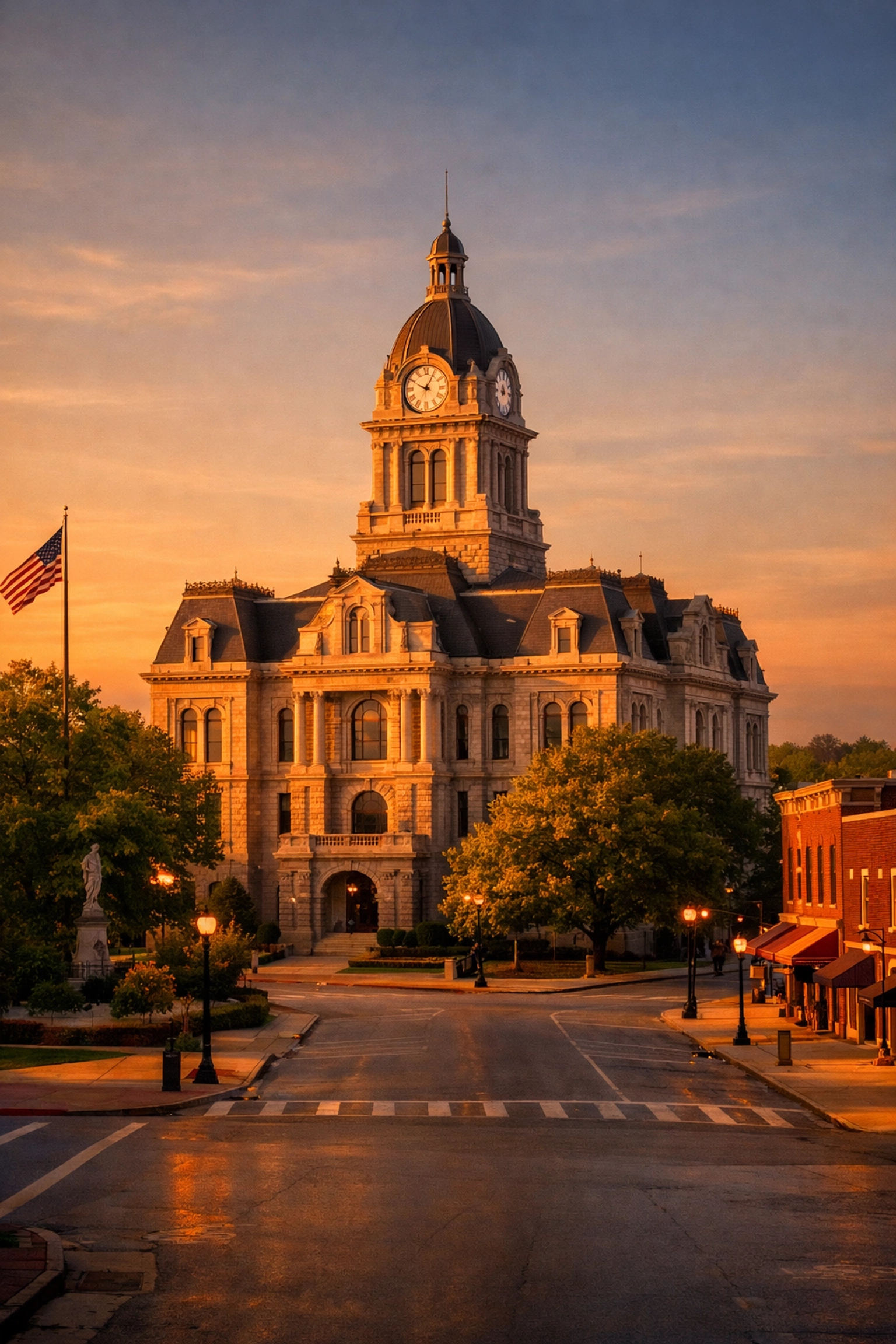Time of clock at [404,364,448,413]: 12:49
